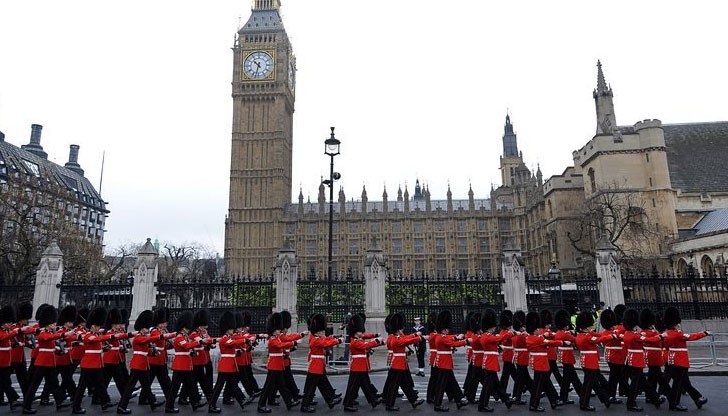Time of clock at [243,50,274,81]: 10:32
